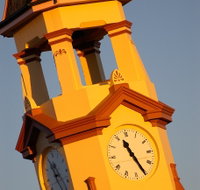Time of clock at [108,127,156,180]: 11:25
